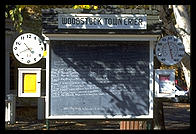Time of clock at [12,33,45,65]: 4:40
